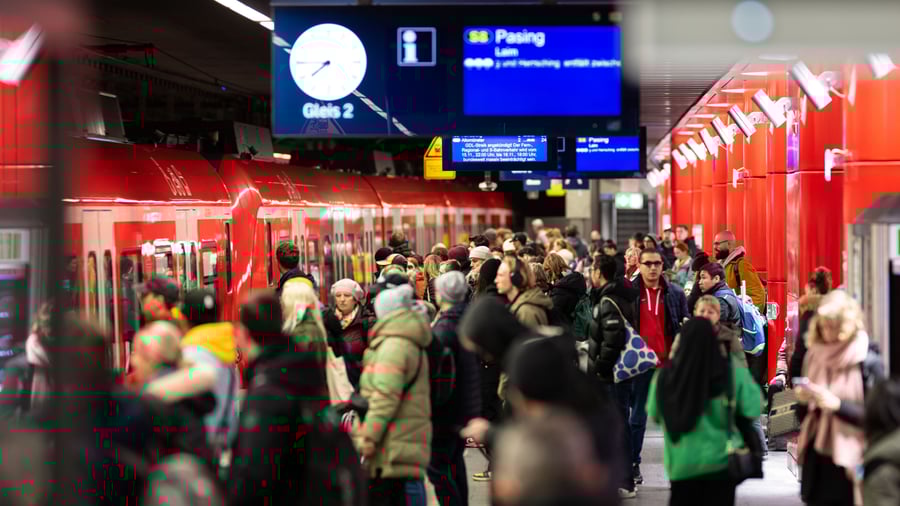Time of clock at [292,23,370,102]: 7:44
